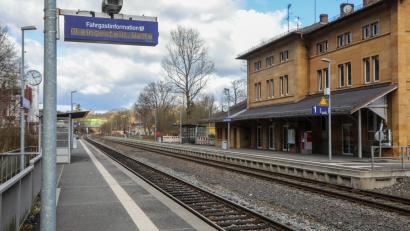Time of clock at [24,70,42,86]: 11:12
